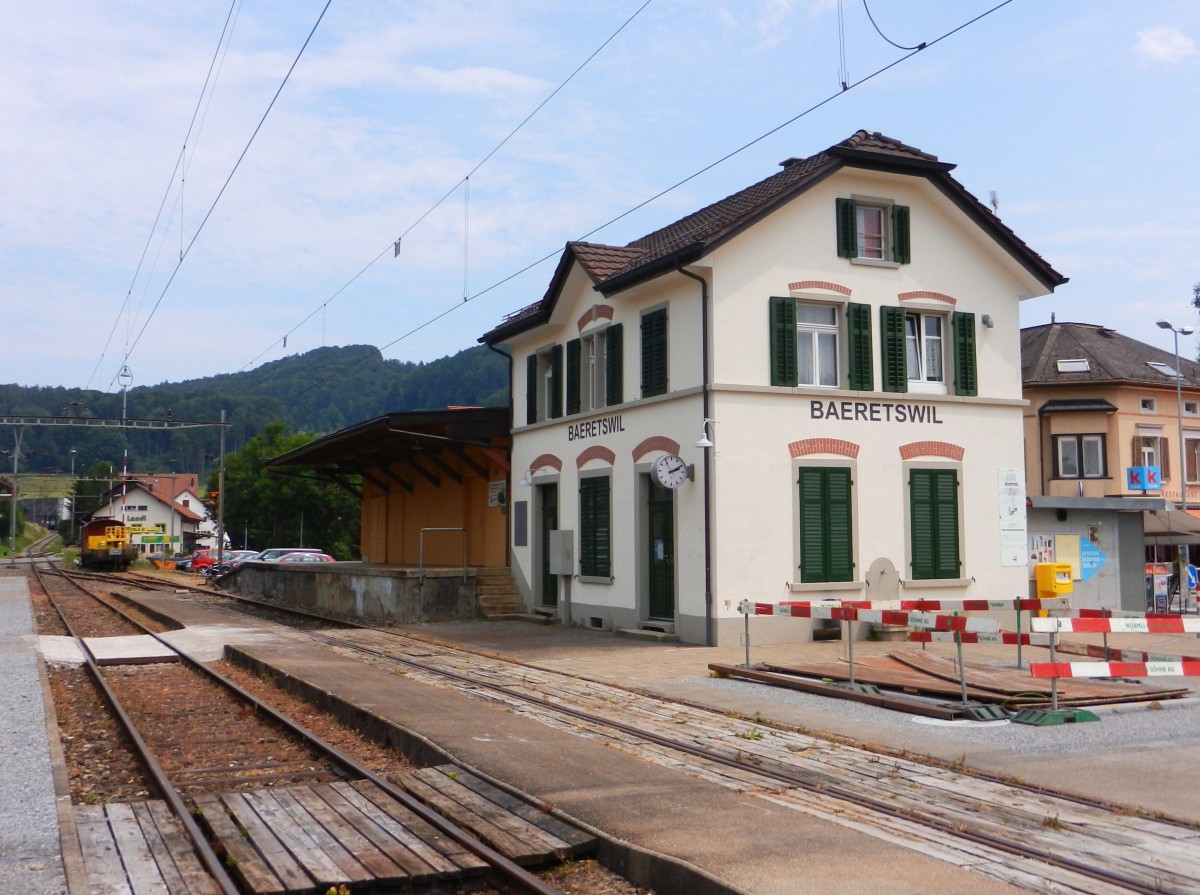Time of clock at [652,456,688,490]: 2:09
